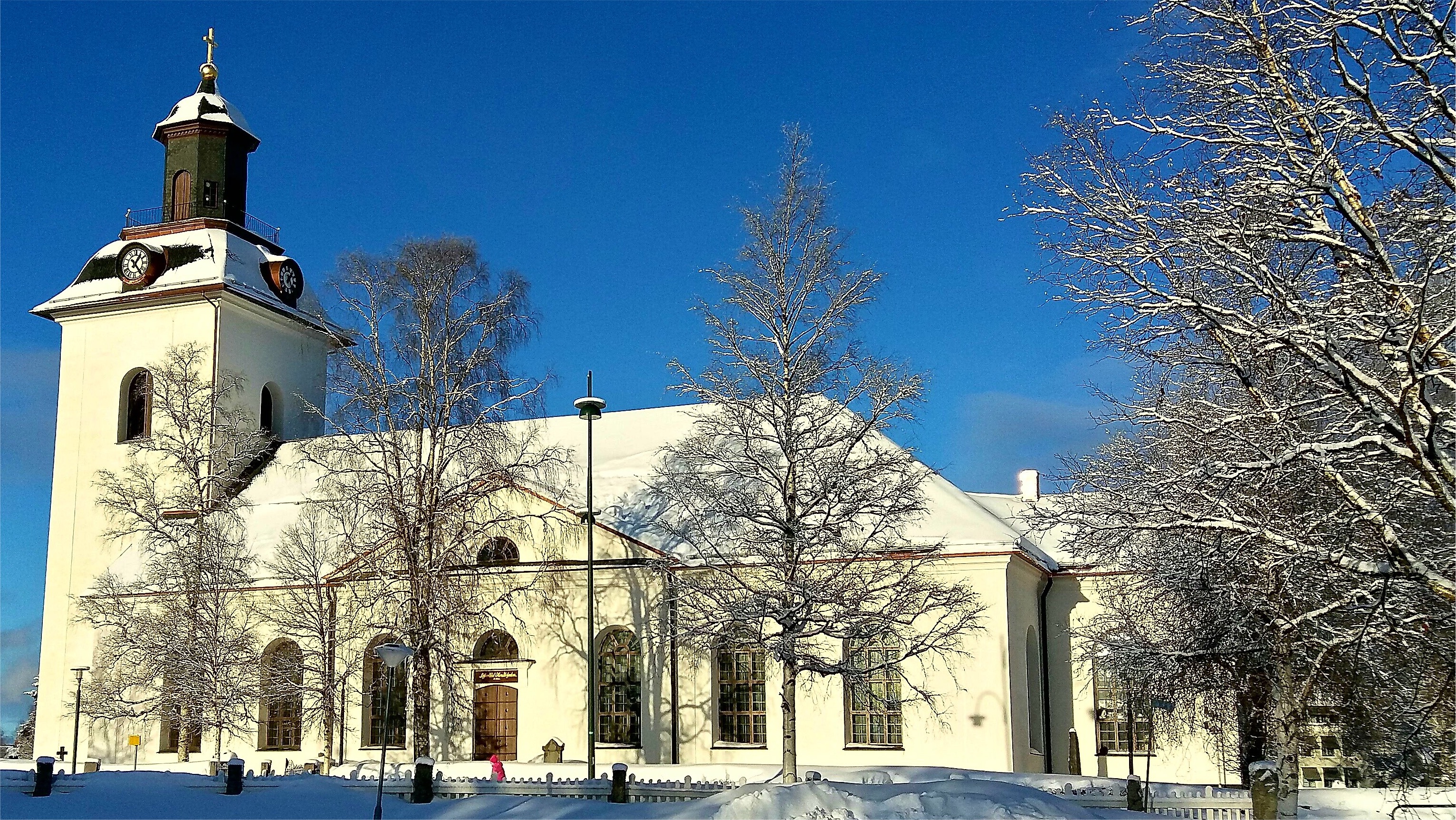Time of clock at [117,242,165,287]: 1:23
